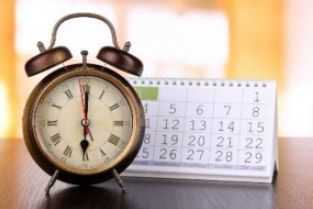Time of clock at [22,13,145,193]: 6:00
